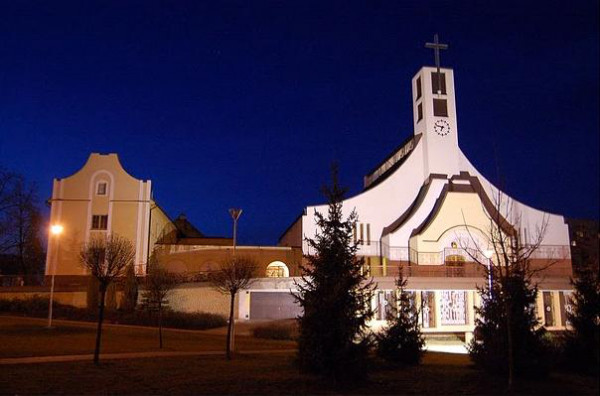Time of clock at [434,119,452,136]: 6:47
